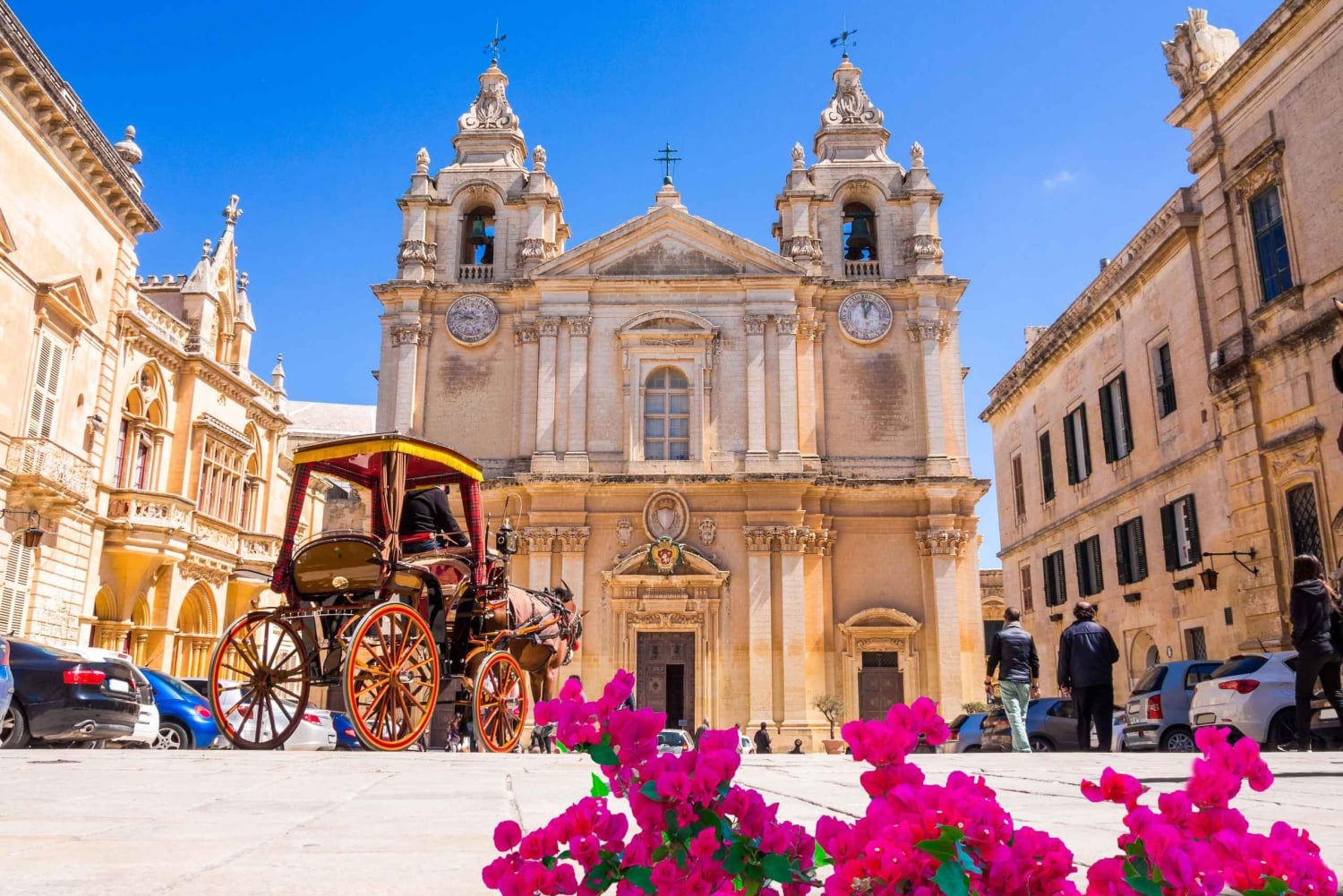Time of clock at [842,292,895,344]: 12:59
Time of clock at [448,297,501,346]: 8:47
